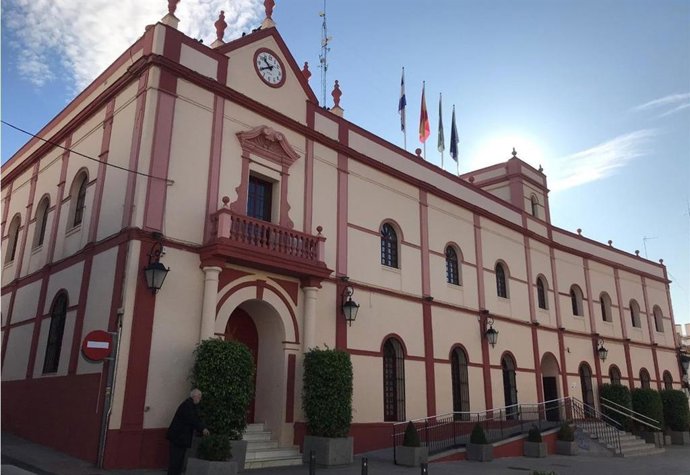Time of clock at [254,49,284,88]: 10:39
